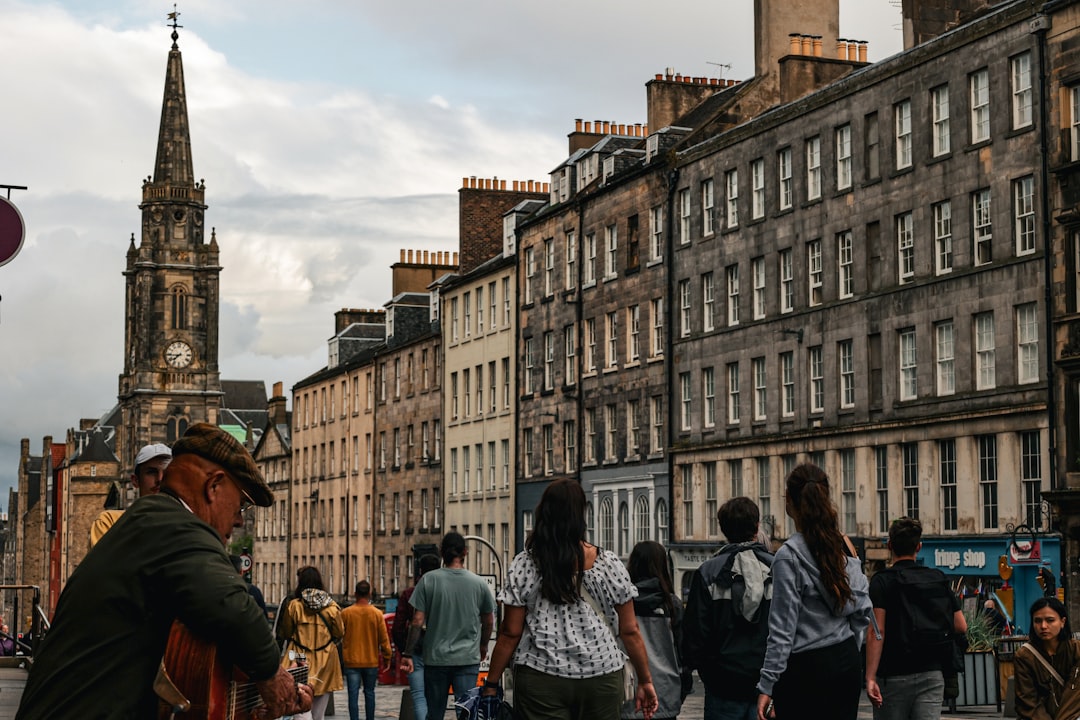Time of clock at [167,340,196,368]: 7:44
